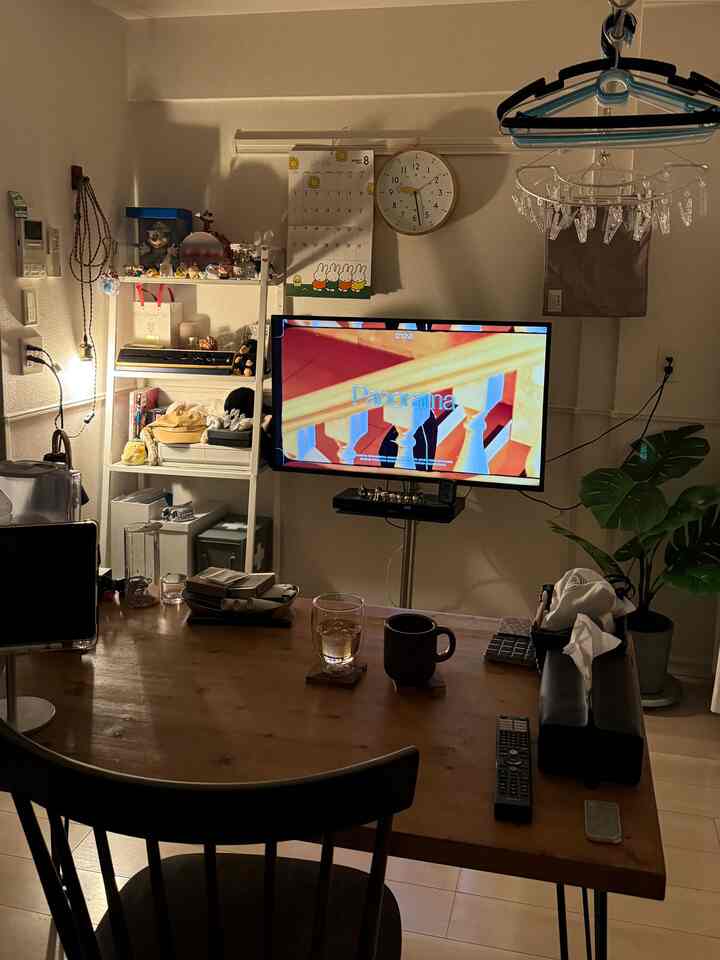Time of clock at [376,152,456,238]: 9:28
